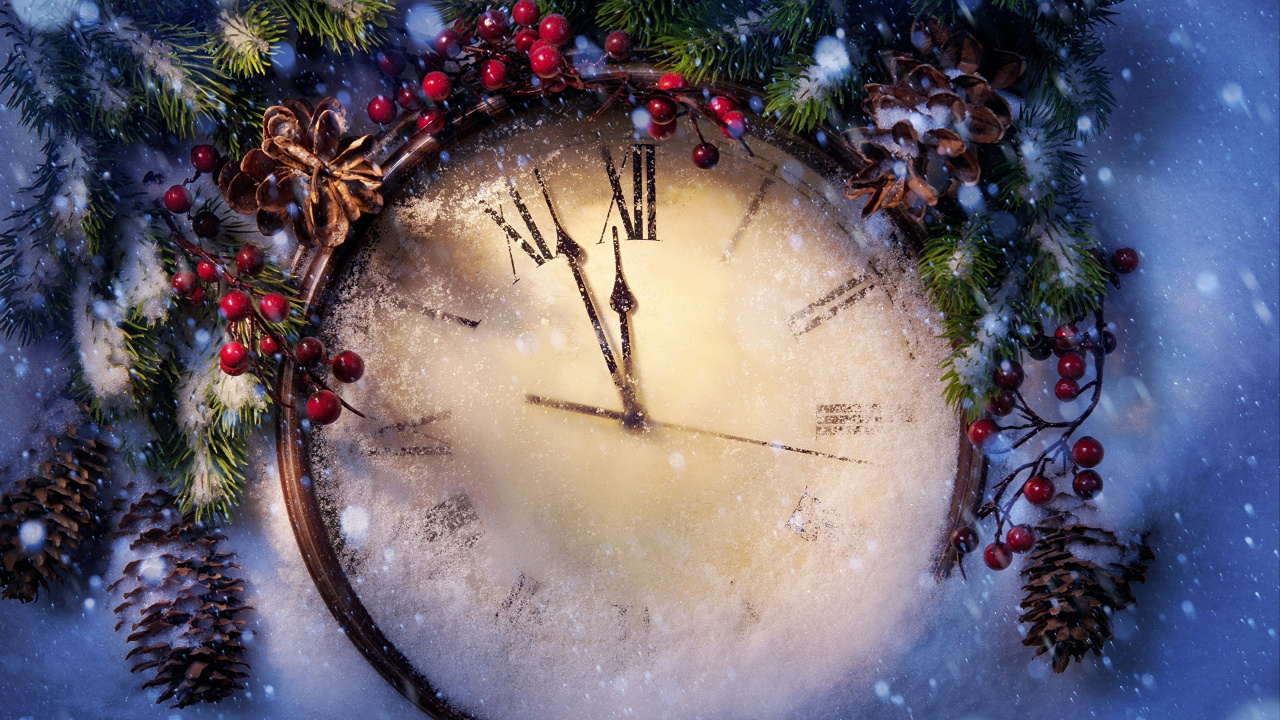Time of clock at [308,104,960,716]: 11:56
